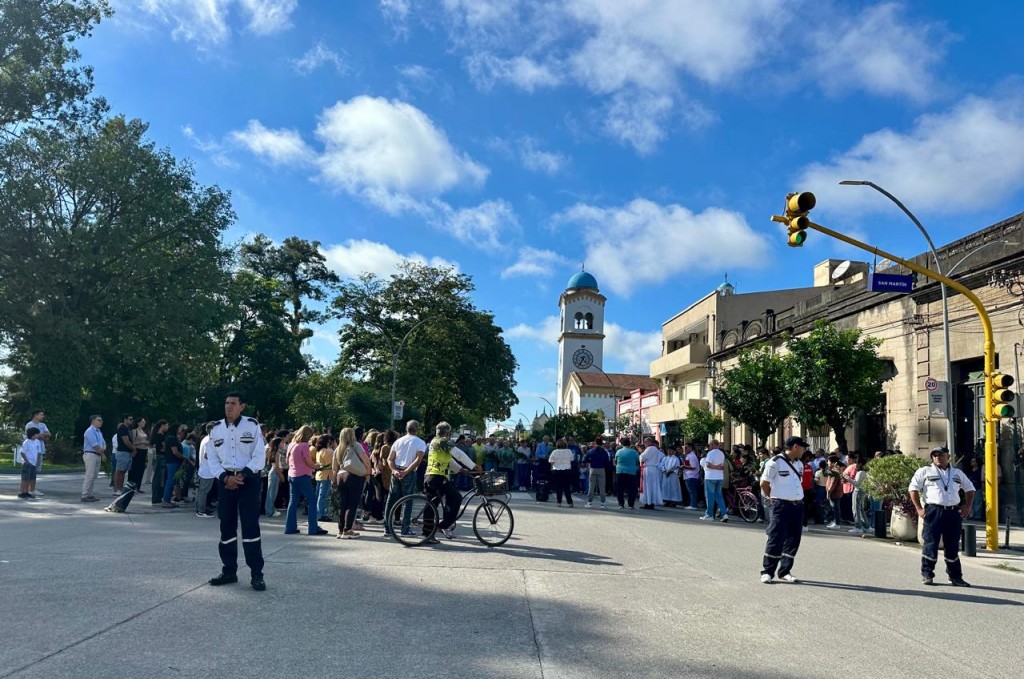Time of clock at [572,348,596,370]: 4:34
